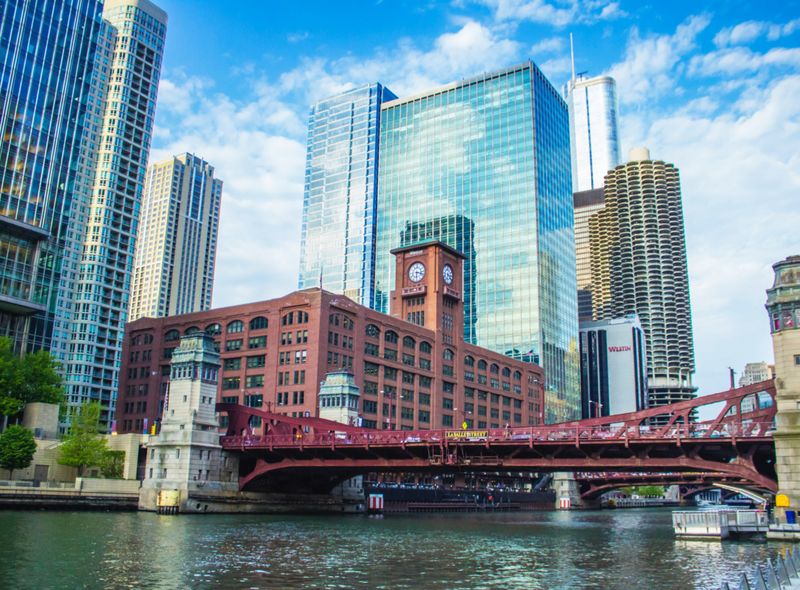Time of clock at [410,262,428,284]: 6:17
